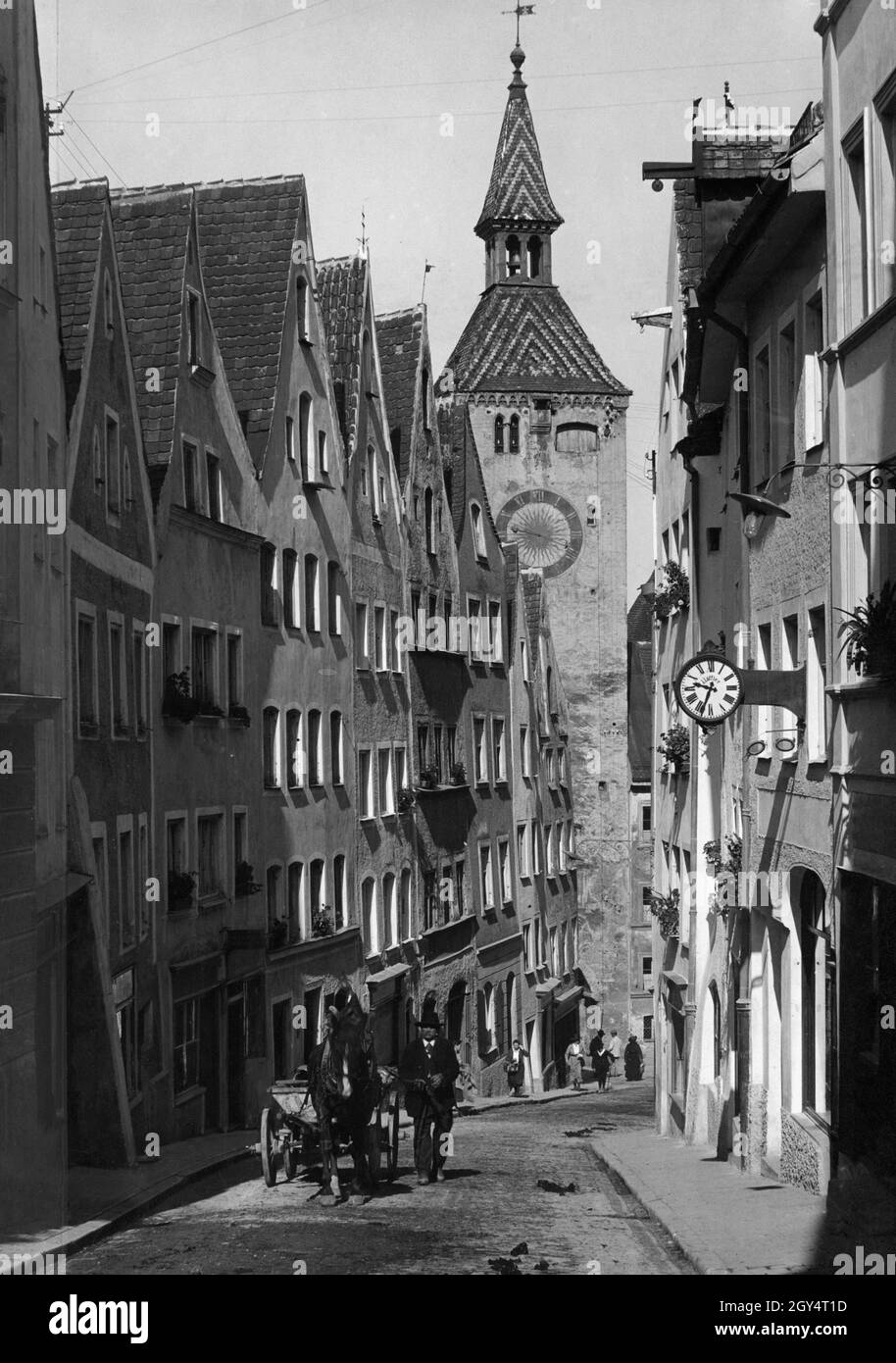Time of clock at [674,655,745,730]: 9:33
